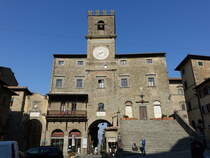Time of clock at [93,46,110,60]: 7:38
